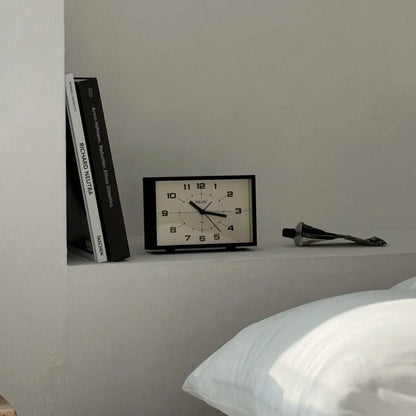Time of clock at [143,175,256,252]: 10:17
